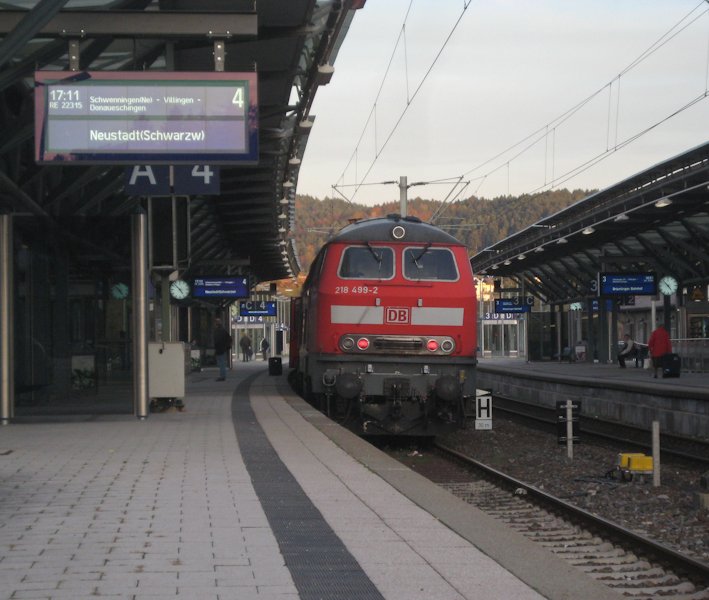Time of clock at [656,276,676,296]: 4:52
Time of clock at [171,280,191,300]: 4:52
